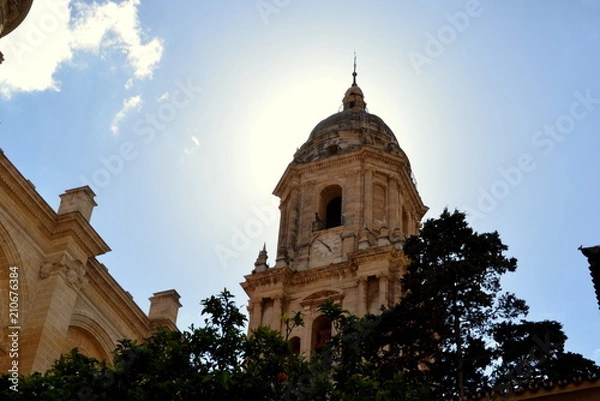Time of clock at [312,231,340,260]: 4:52
